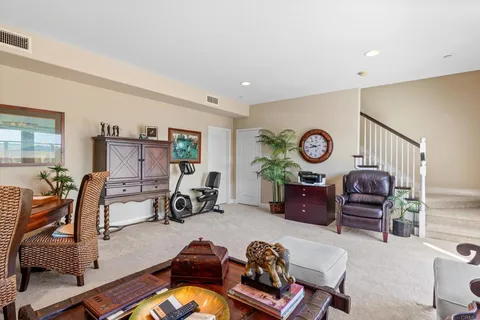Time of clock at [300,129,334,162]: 9:42
